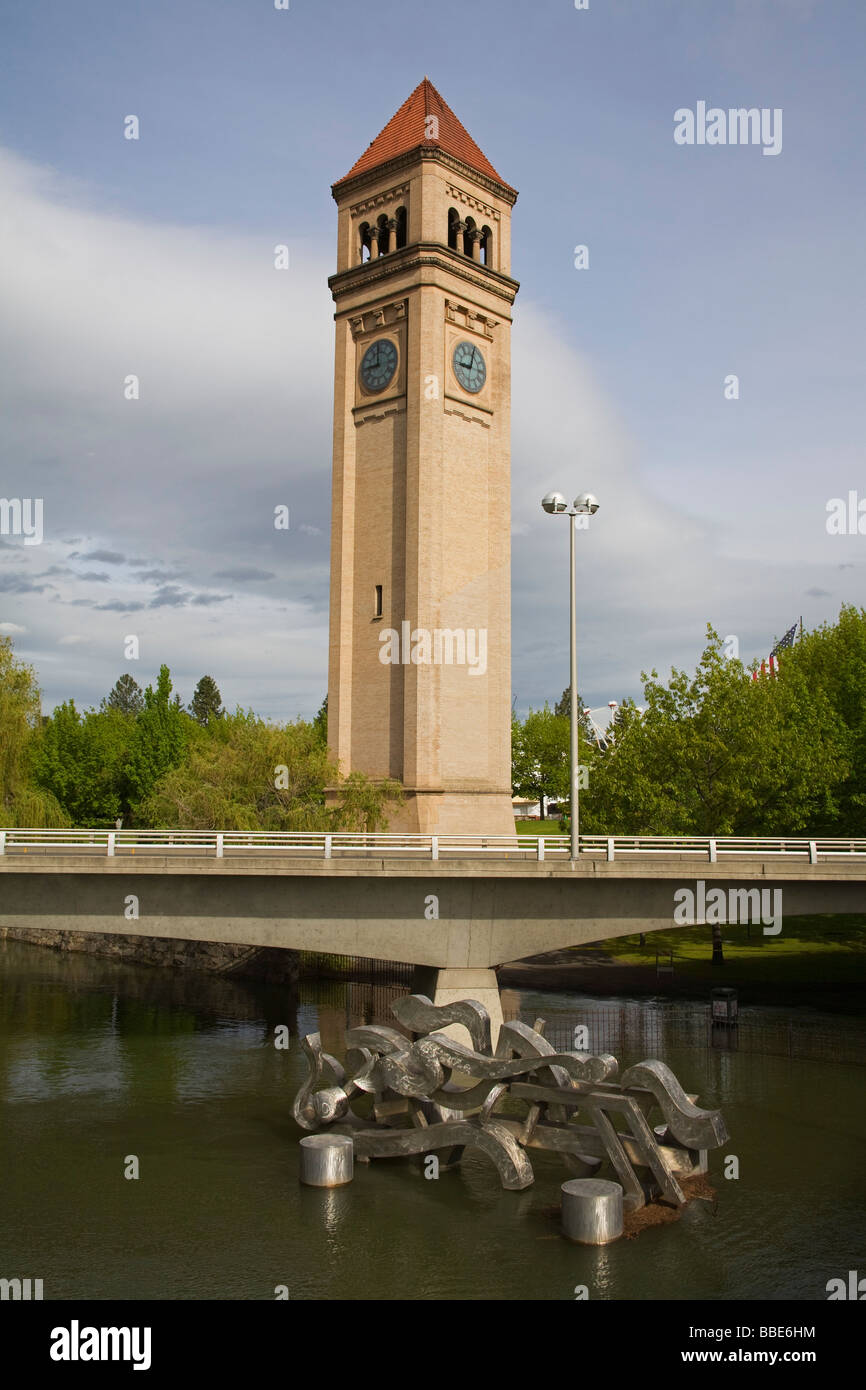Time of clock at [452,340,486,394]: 9:02
